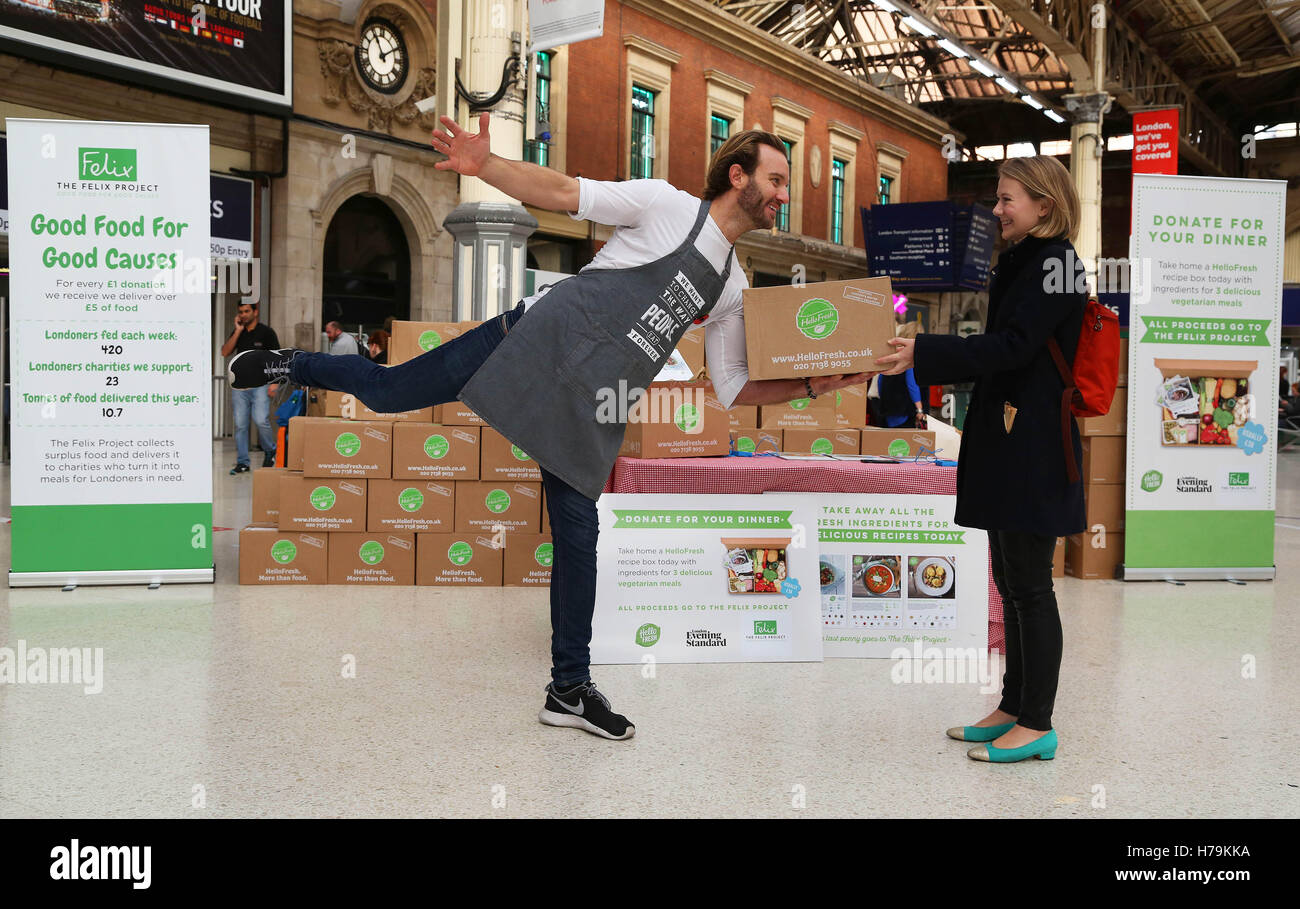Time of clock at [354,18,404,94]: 11:10
